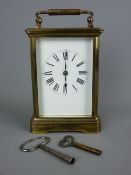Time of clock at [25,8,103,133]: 6:00
